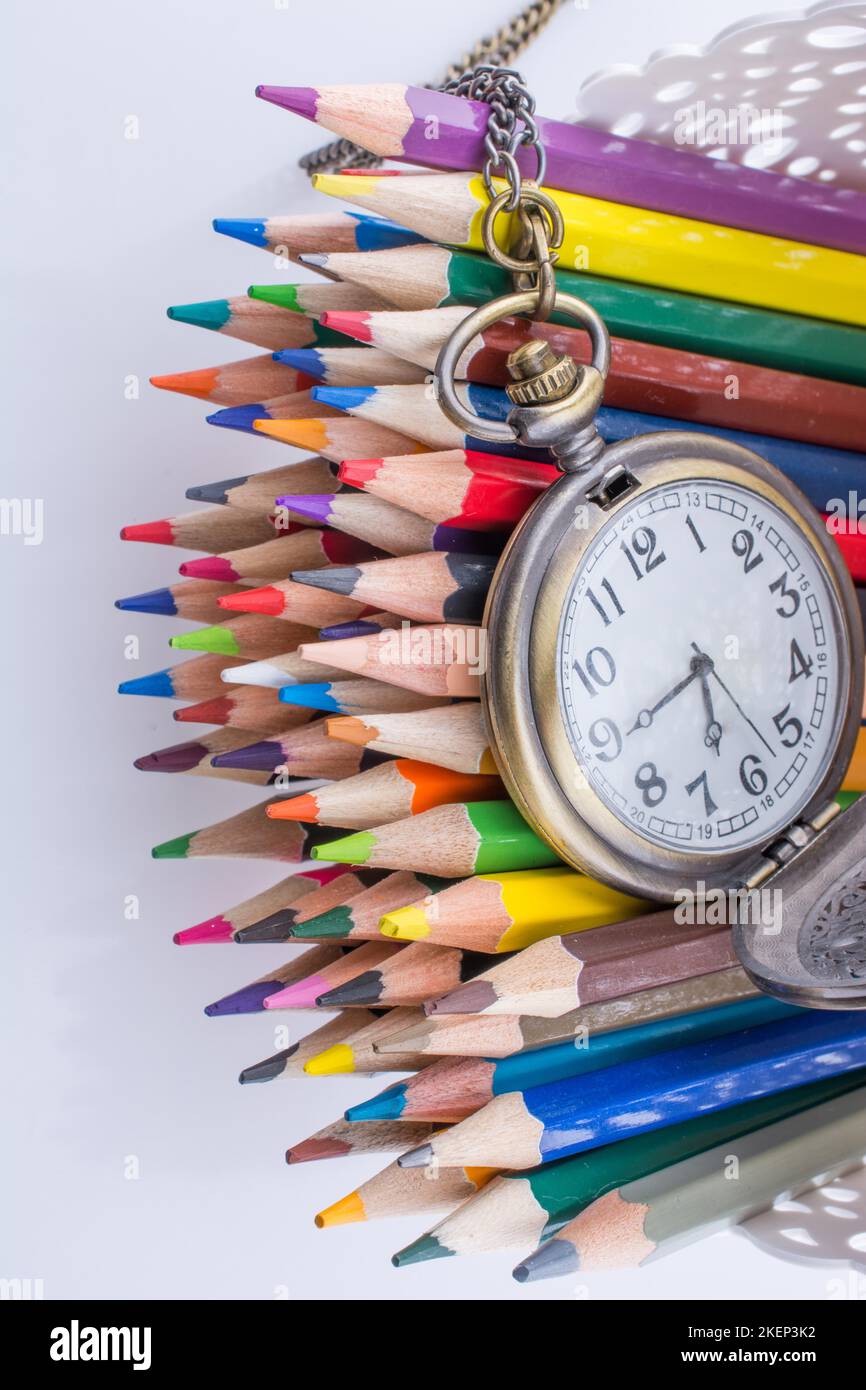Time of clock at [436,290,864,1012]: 5:40
